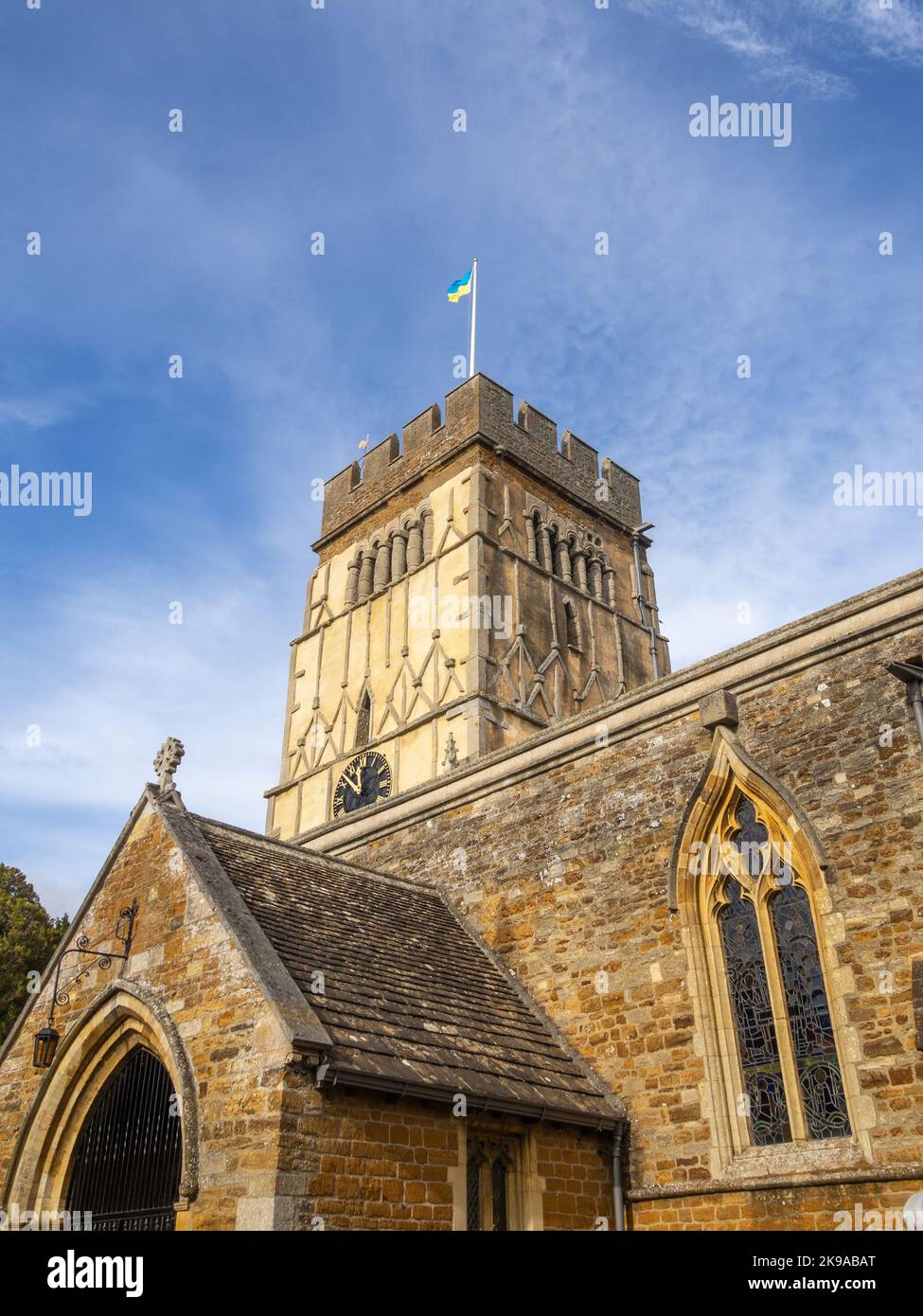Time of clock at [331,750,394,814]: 11:52
